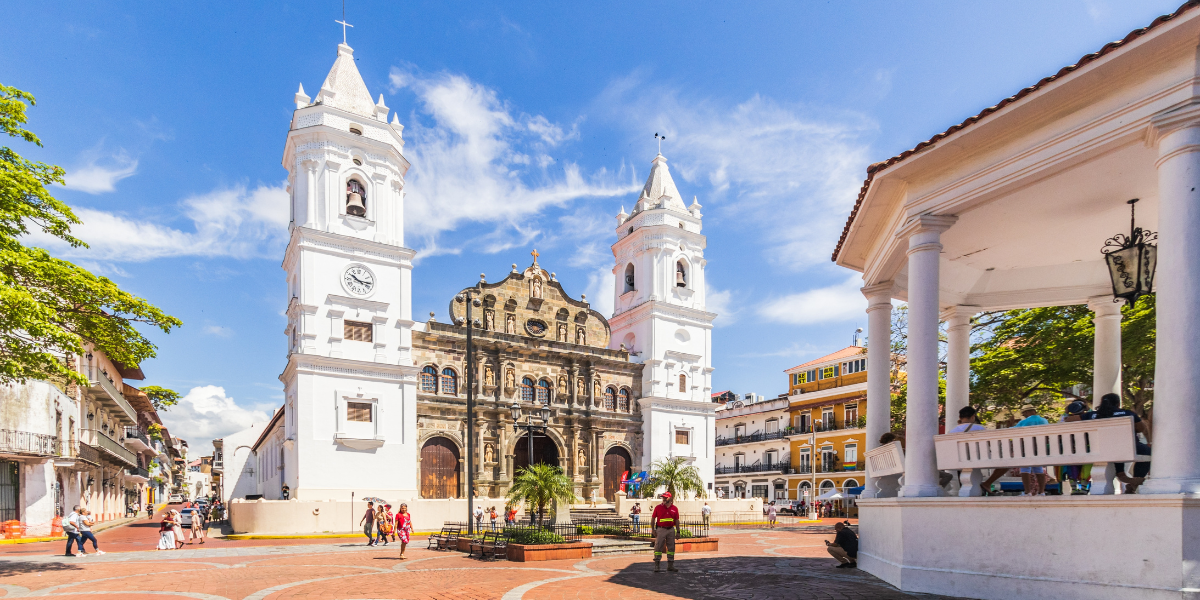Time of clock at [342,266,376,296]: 10:15
